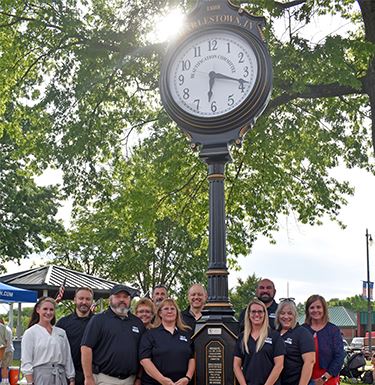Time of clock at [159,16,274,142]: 6:18
